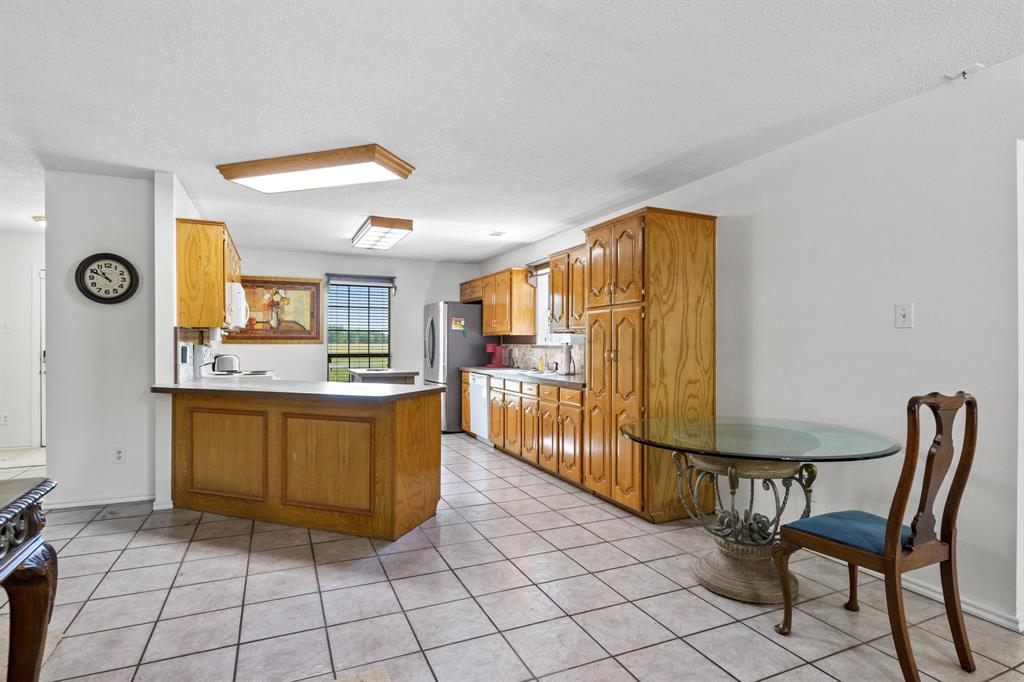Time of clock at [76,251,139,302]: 10:49
